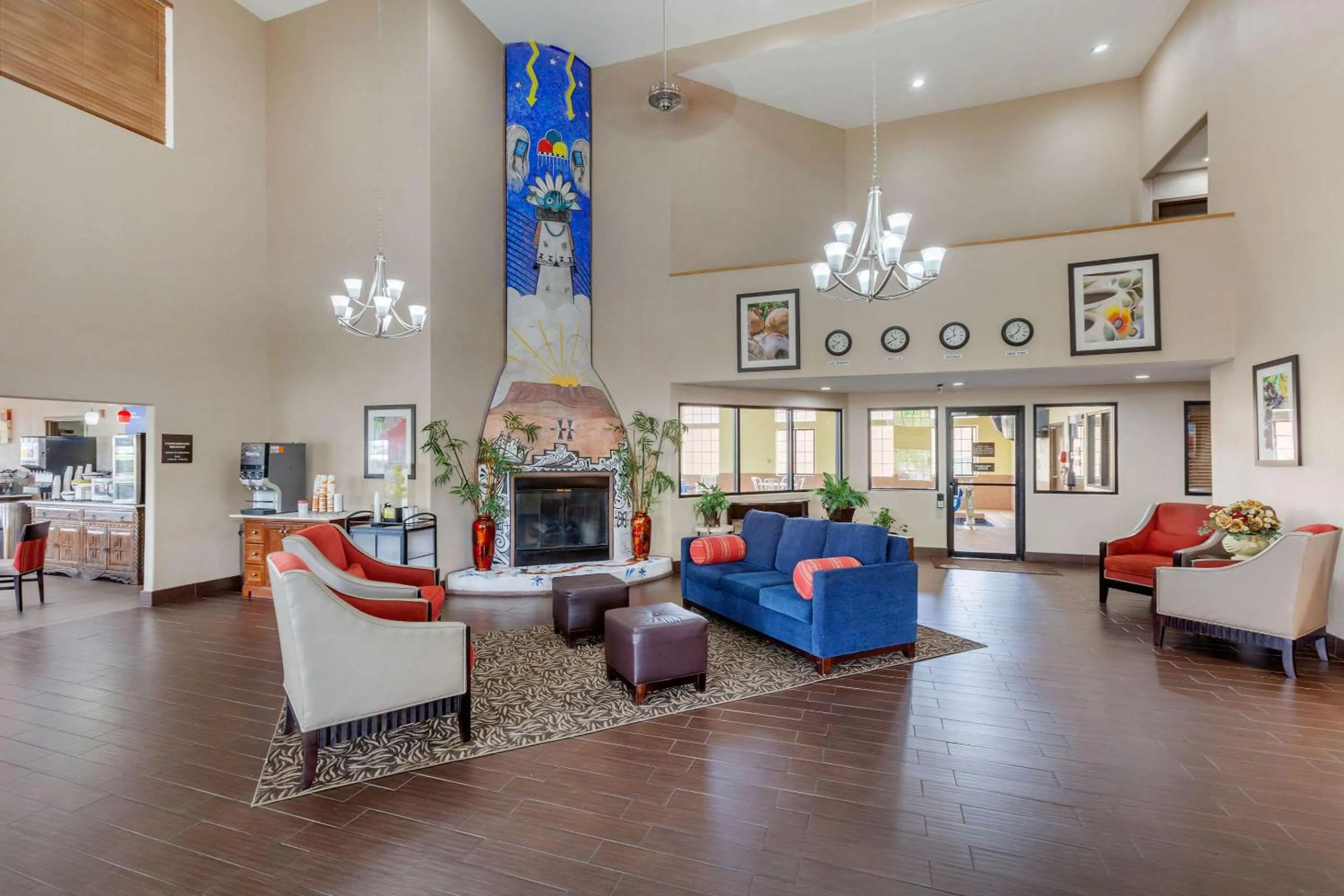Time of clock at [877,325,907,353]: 10:39
